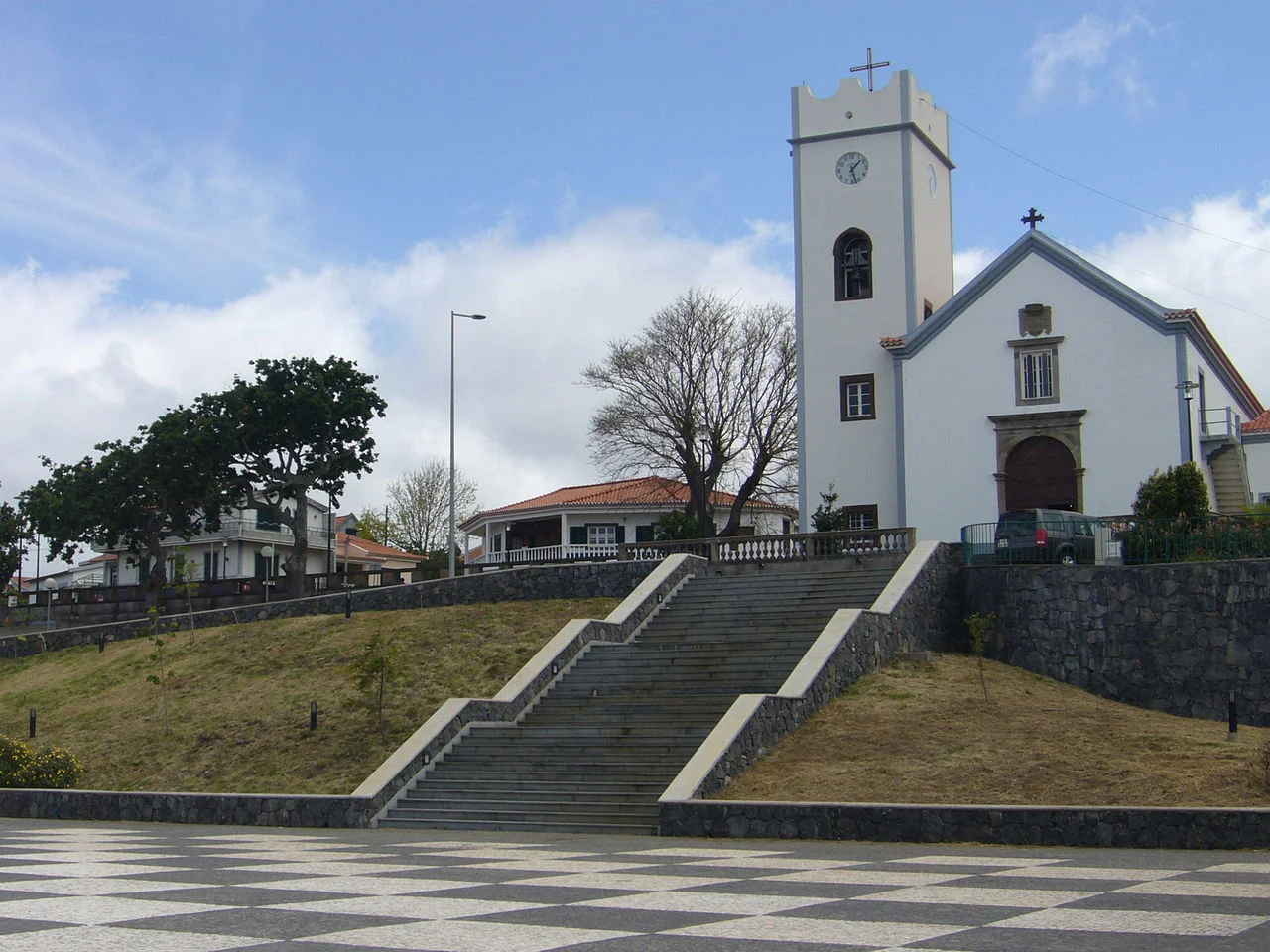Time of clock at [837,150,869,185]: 1:27
